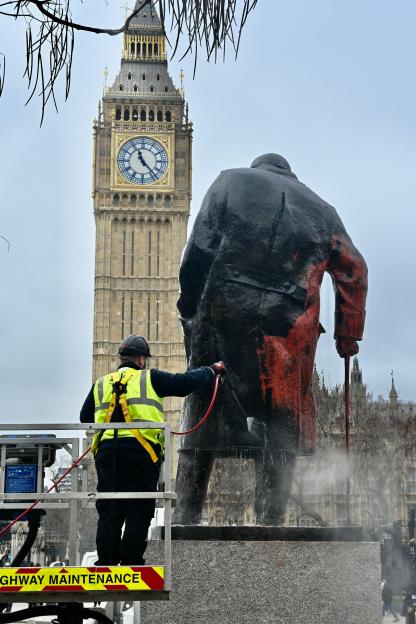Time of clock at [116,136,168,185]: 11:23
